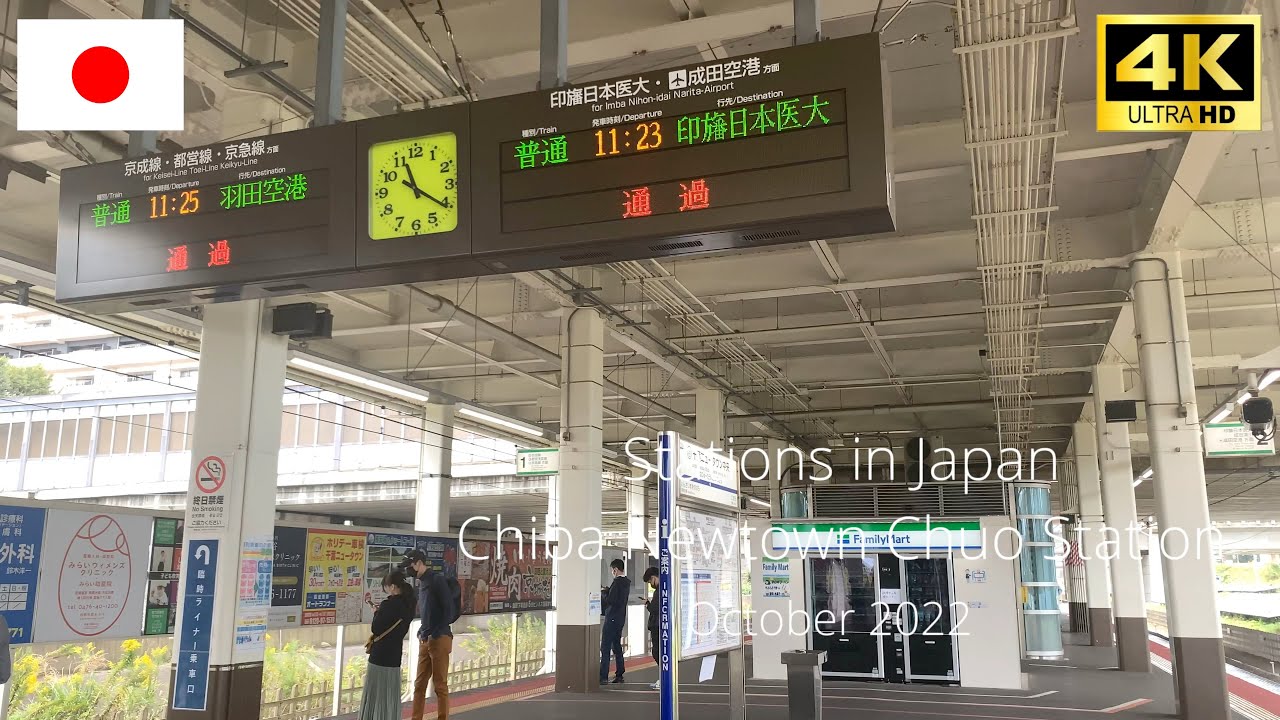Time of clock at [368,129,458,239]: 11:20
